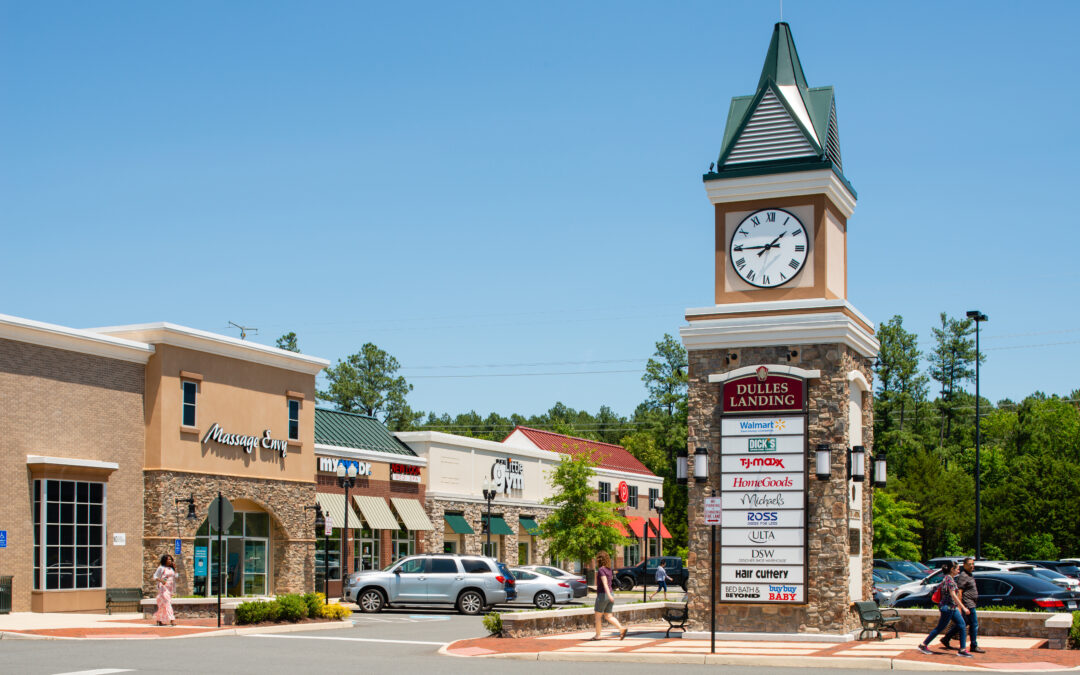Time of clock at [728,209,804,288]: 1:44
